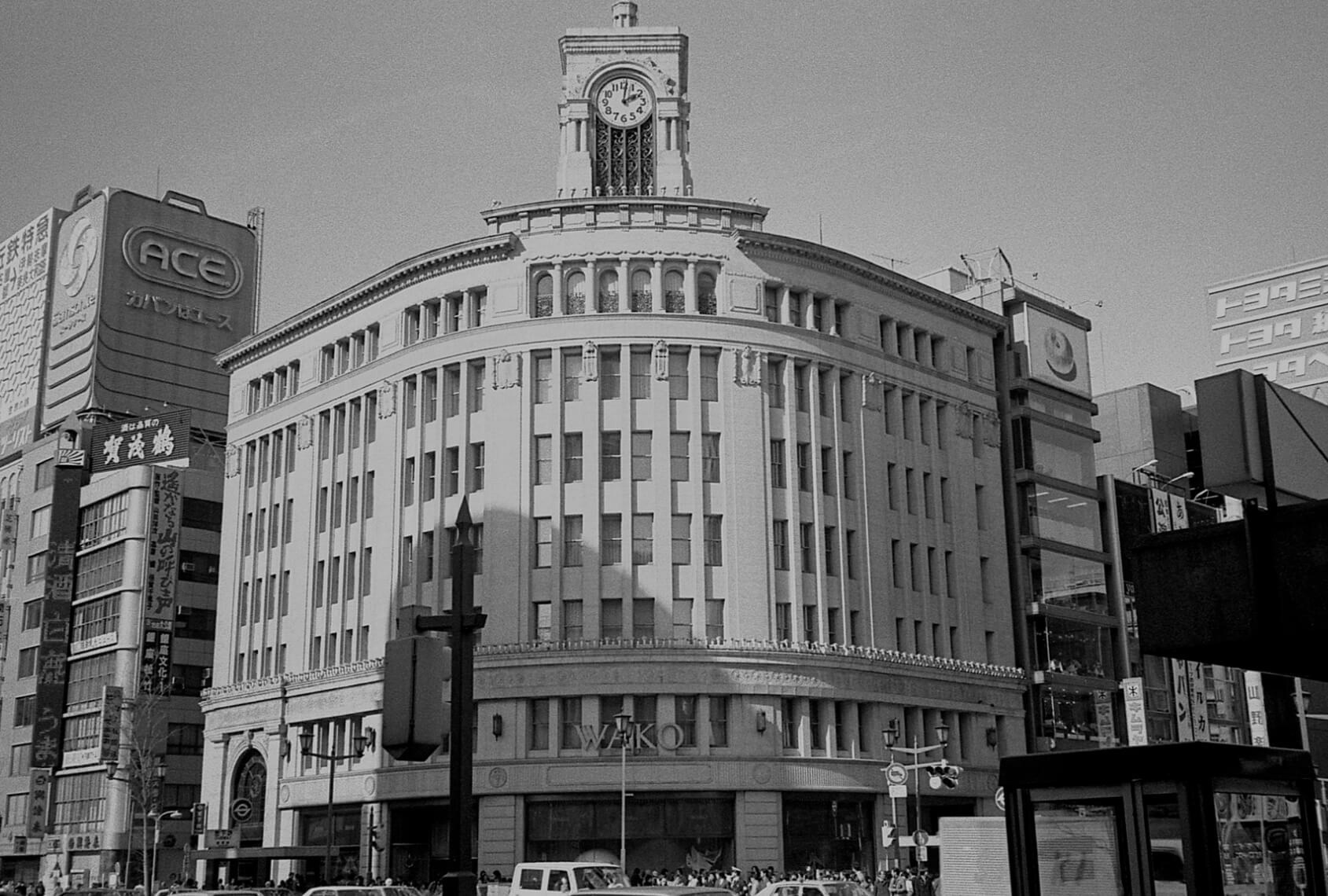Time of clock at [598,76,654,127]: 2:01
